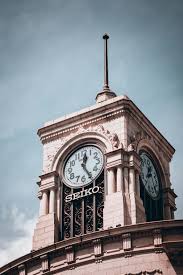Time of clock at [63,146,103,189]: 12:24
